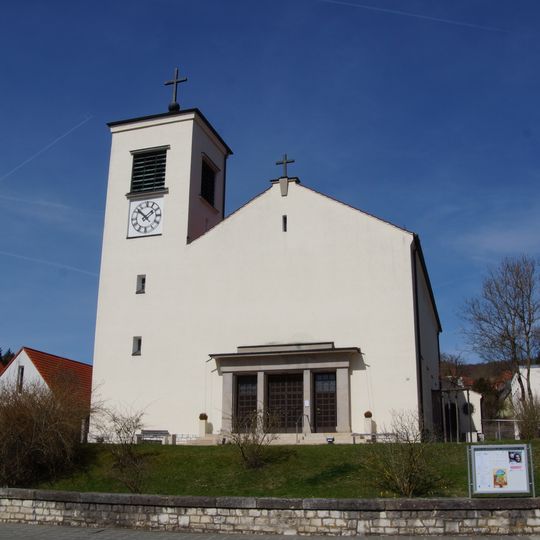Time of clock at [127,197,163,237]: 1:52
